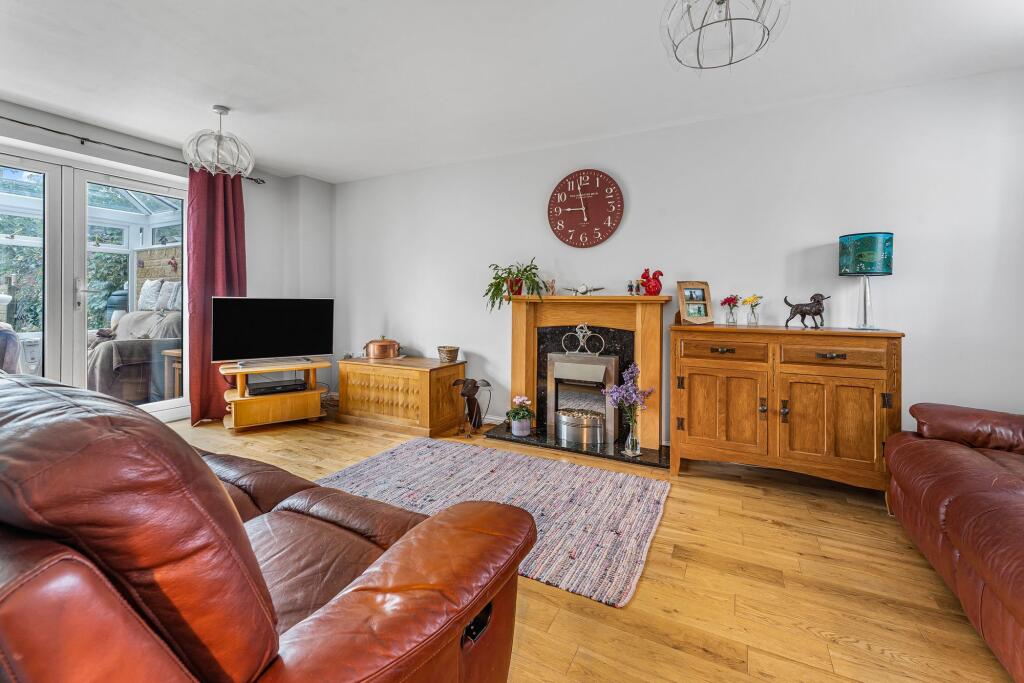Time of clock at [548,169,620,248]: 8:57
